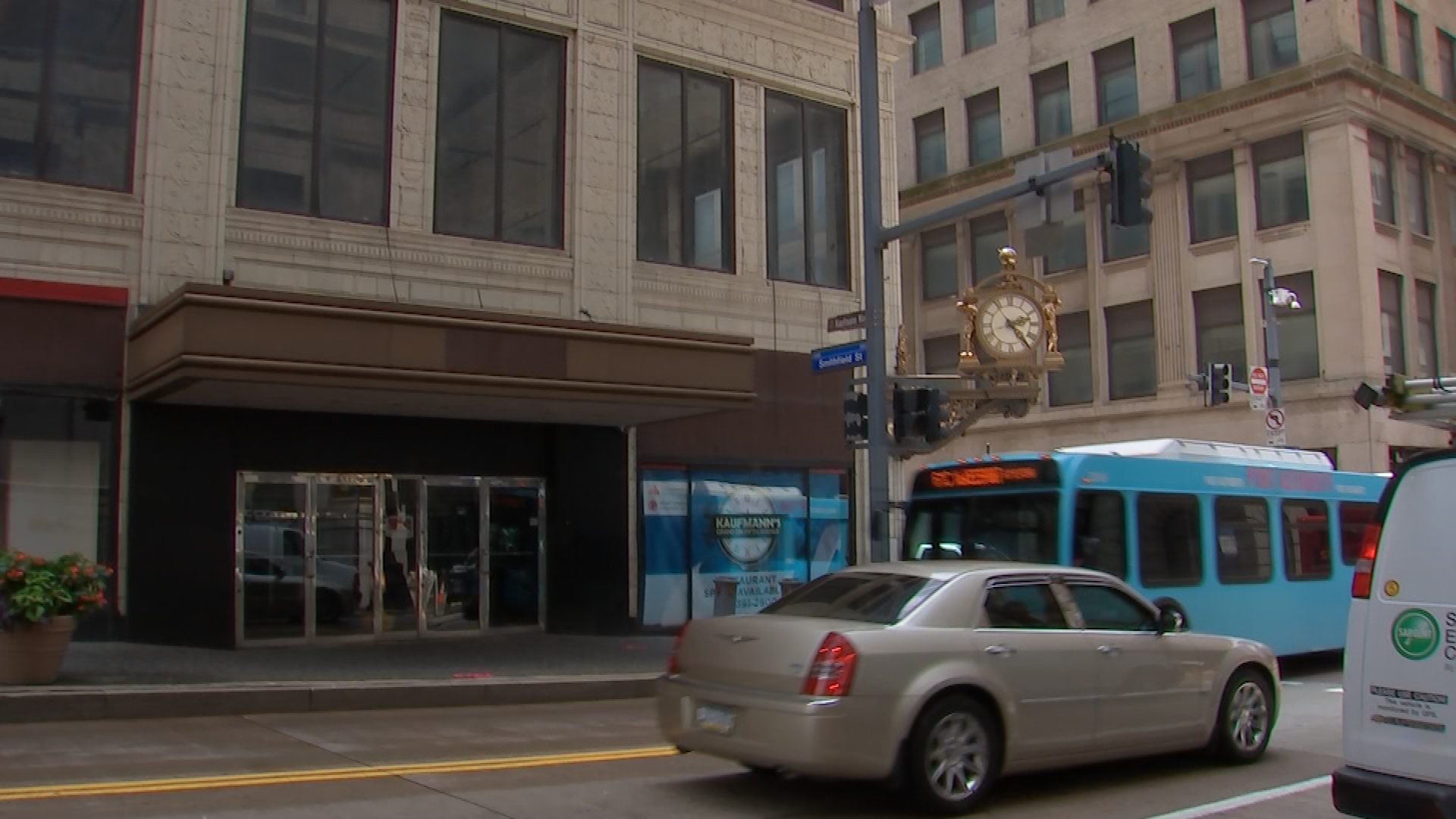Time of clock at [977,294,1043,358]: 2:23
